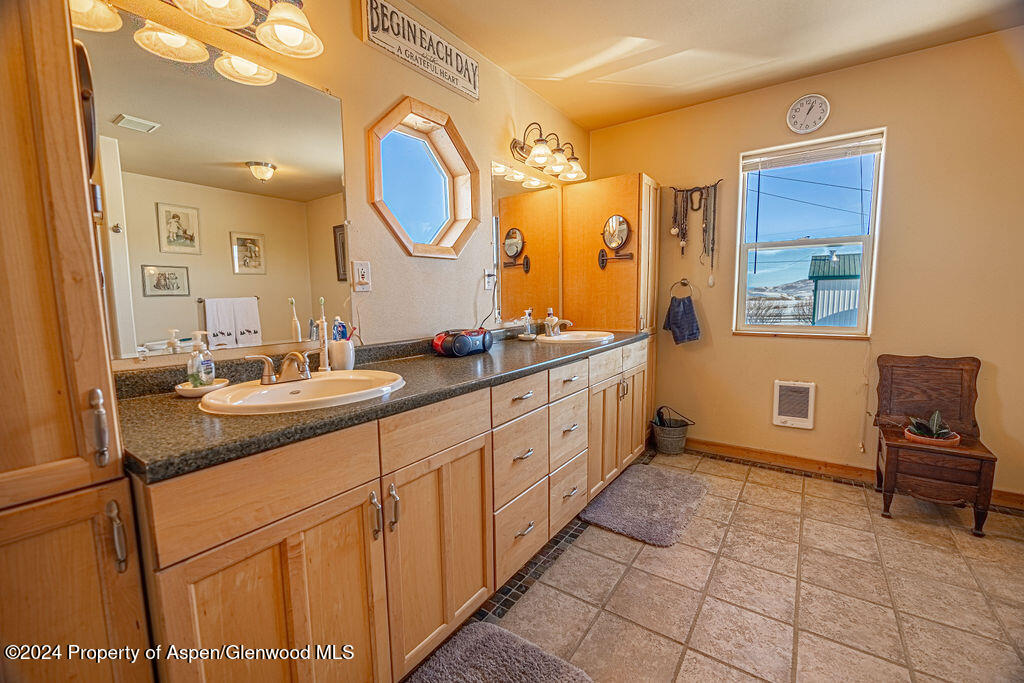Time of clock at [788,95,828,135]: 1:03
